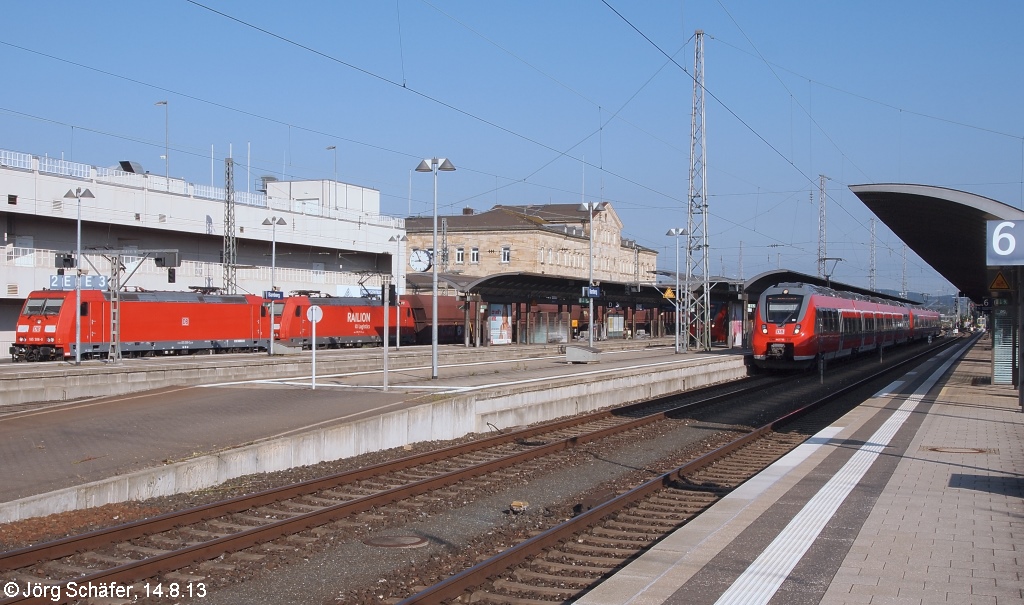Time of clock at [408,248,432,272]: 8:56
